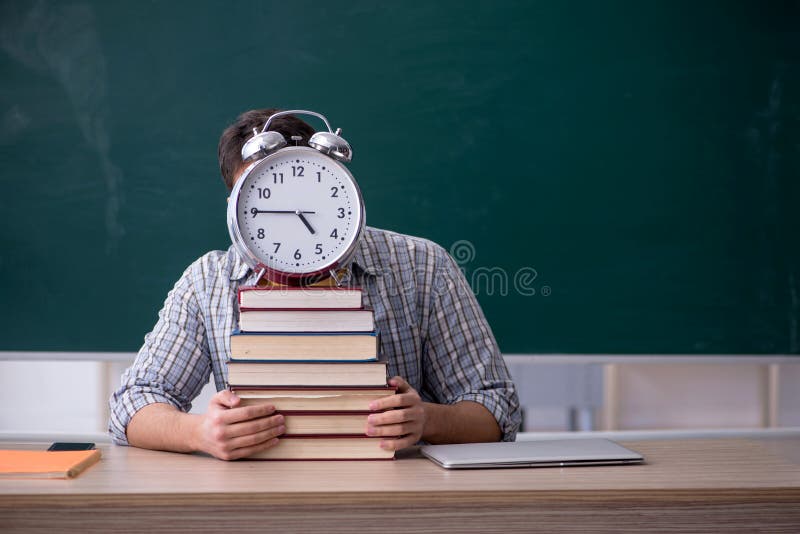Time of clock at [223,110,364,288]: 4:45
